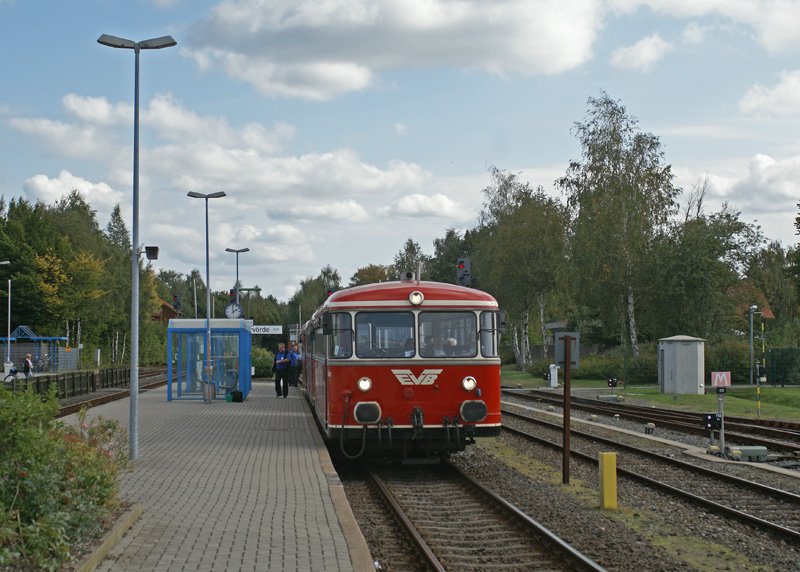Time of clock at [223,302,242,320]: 1:59
